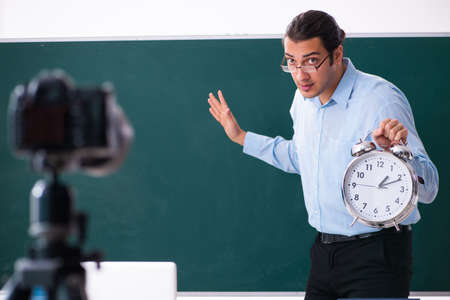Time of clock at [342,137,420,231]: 1:11
